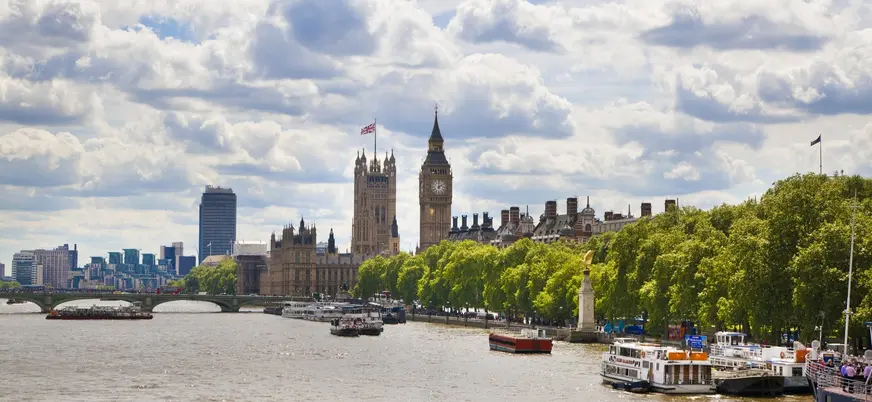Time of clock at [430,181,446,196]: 2:00
